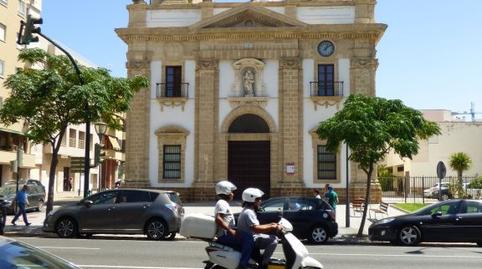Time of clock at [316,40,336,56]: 1:09
